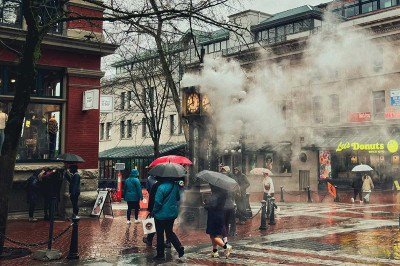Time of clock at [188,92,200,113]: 11:41
